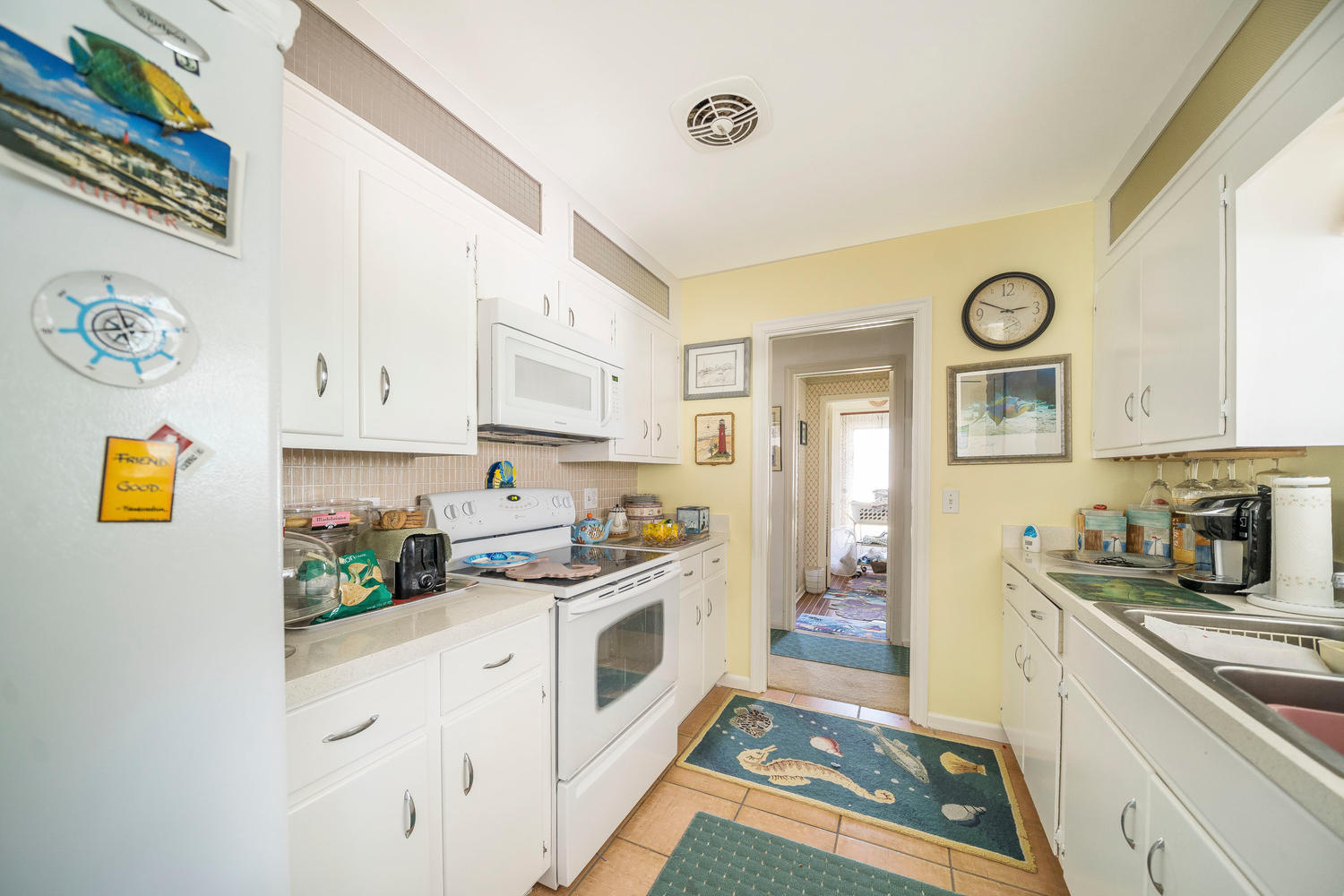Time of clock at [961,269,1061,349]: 2:49
